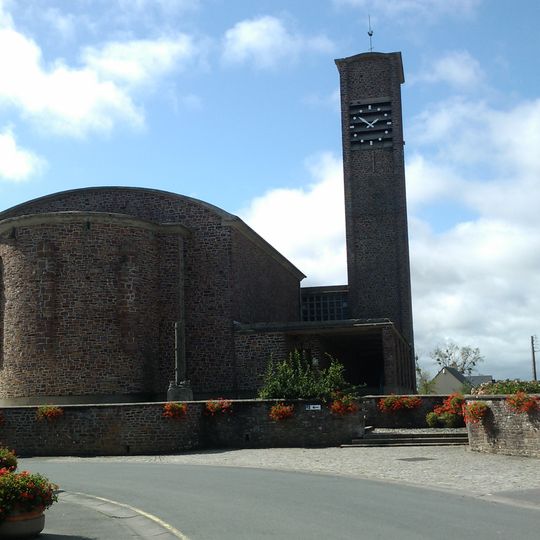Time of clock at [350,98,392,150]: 1:51
